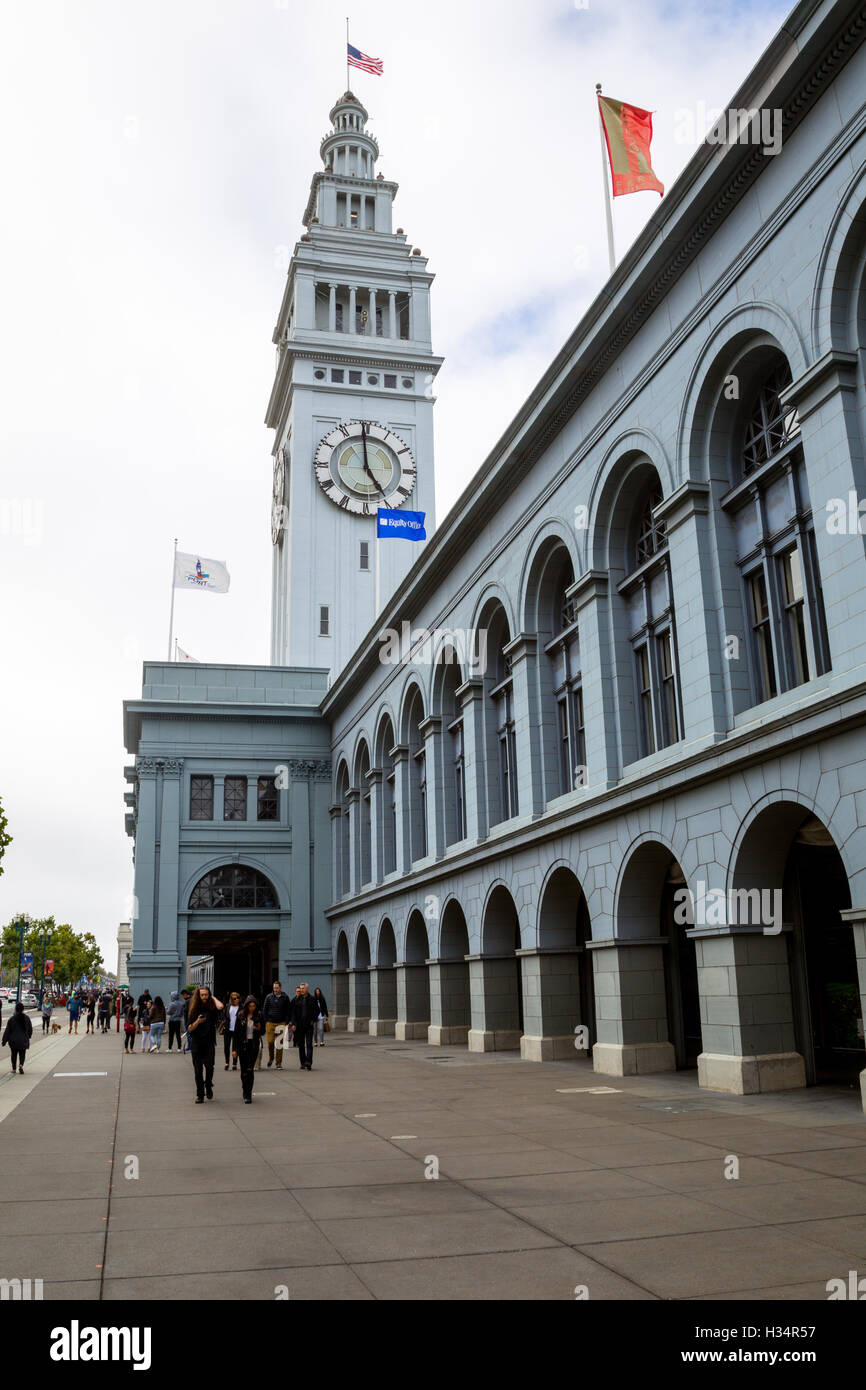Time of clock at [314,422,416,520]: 4:59
